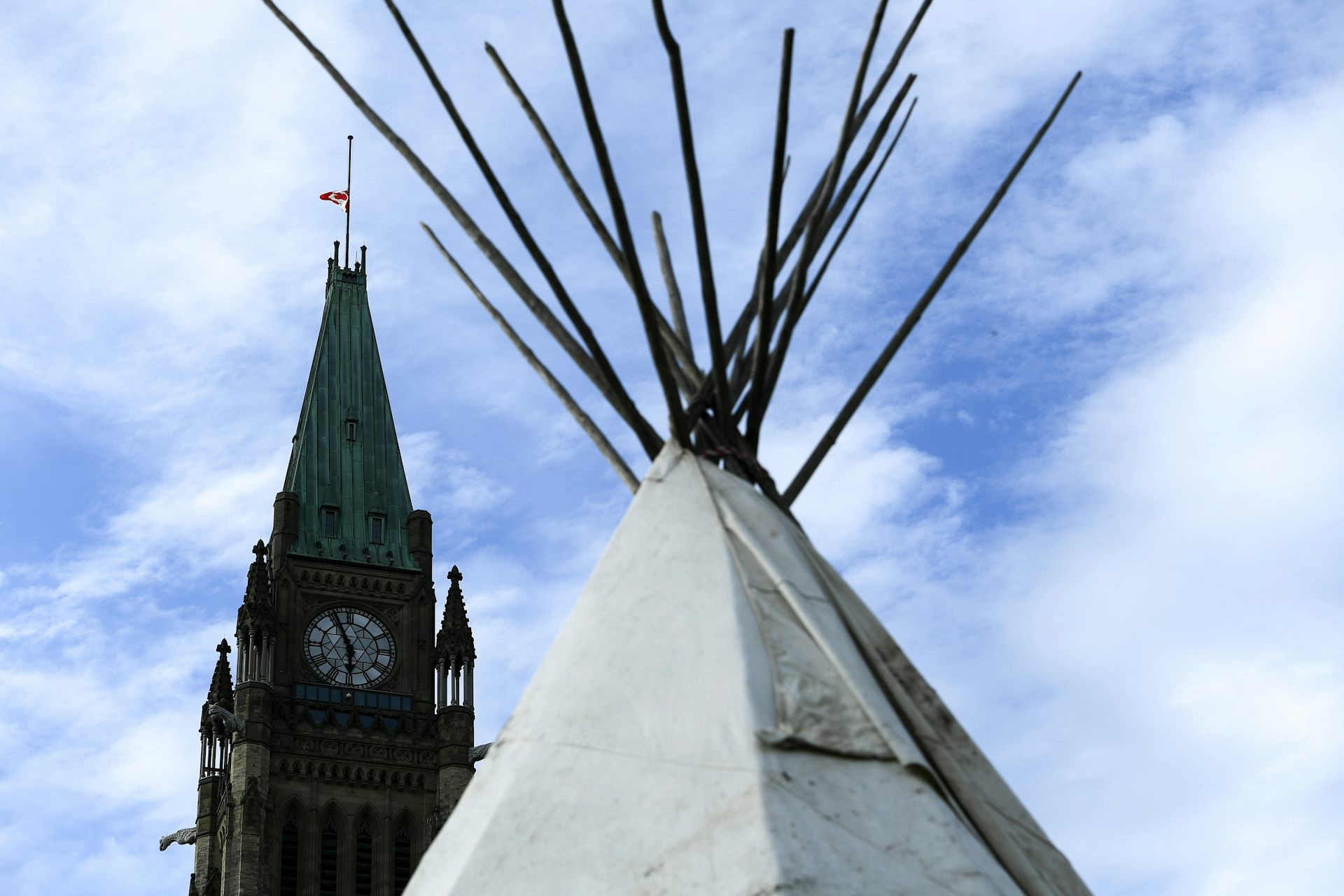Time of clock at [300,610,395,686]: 5:55
